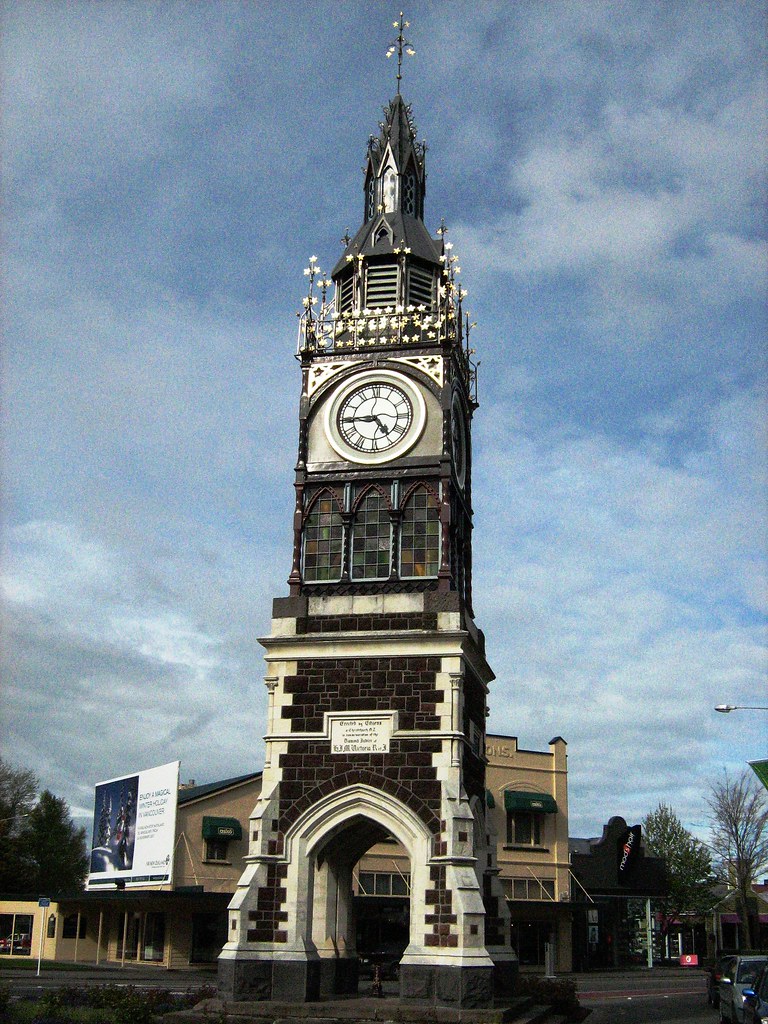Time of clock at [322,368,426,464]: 4:44
